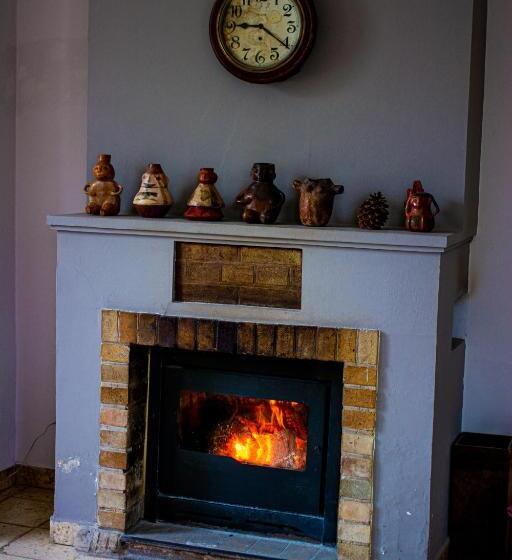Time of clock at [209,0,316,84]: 9:20
